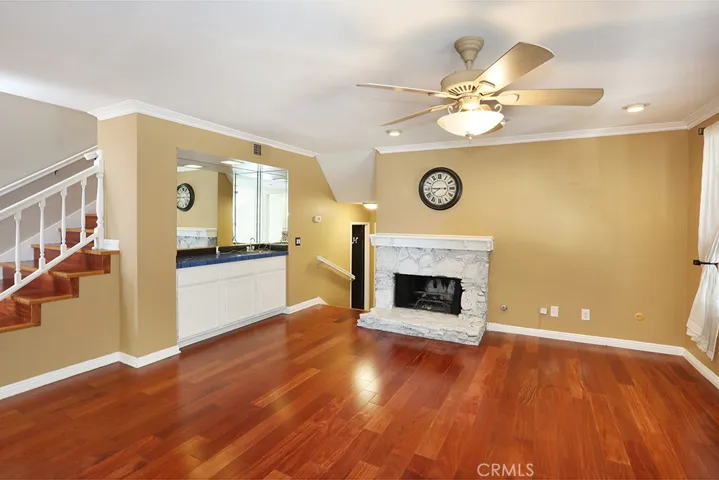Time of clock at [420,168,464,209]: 7:45
